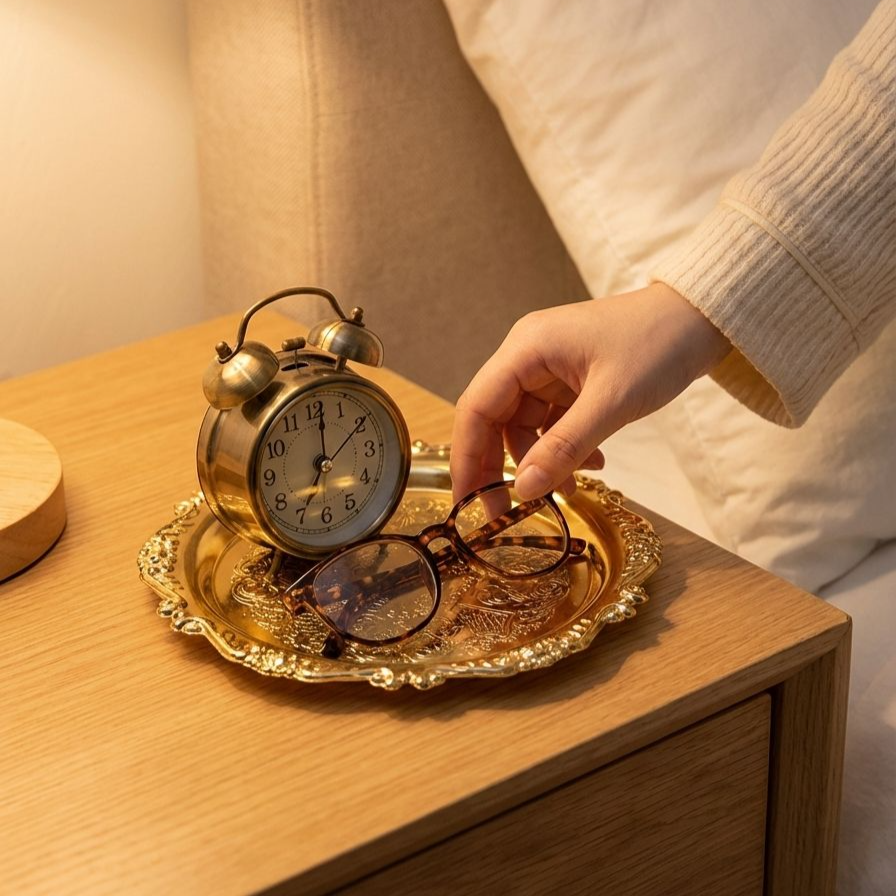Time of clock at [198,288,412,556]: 7:01
